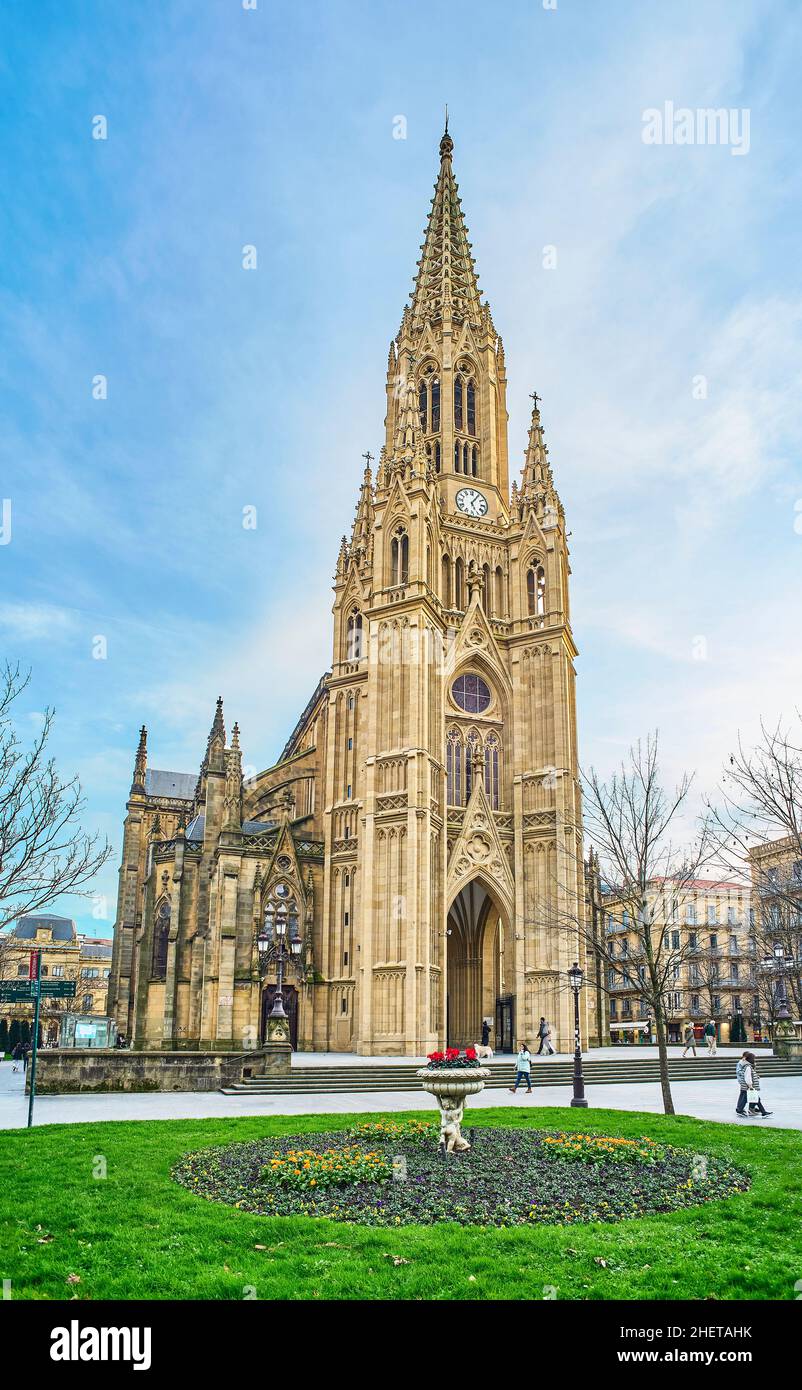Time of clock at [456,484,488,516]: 5:05
